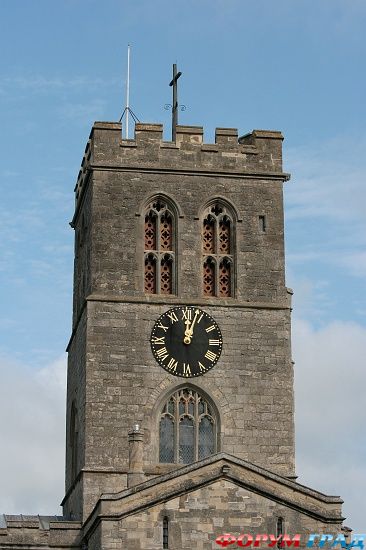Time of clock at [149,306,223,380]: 12:03
